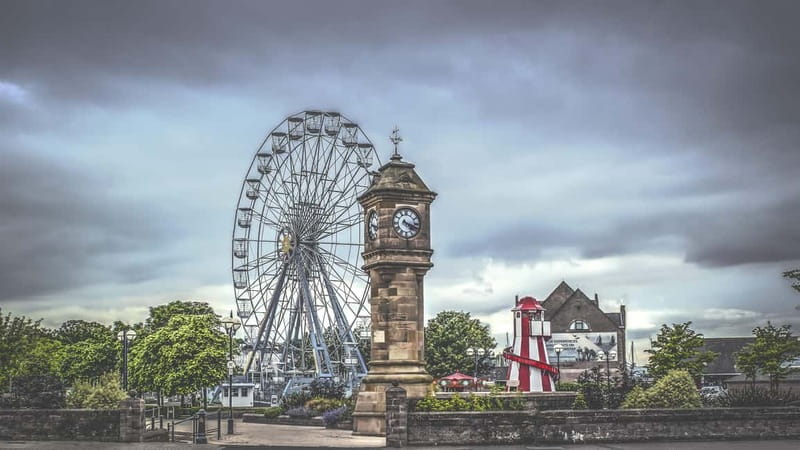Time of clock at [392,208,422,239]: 4:18
